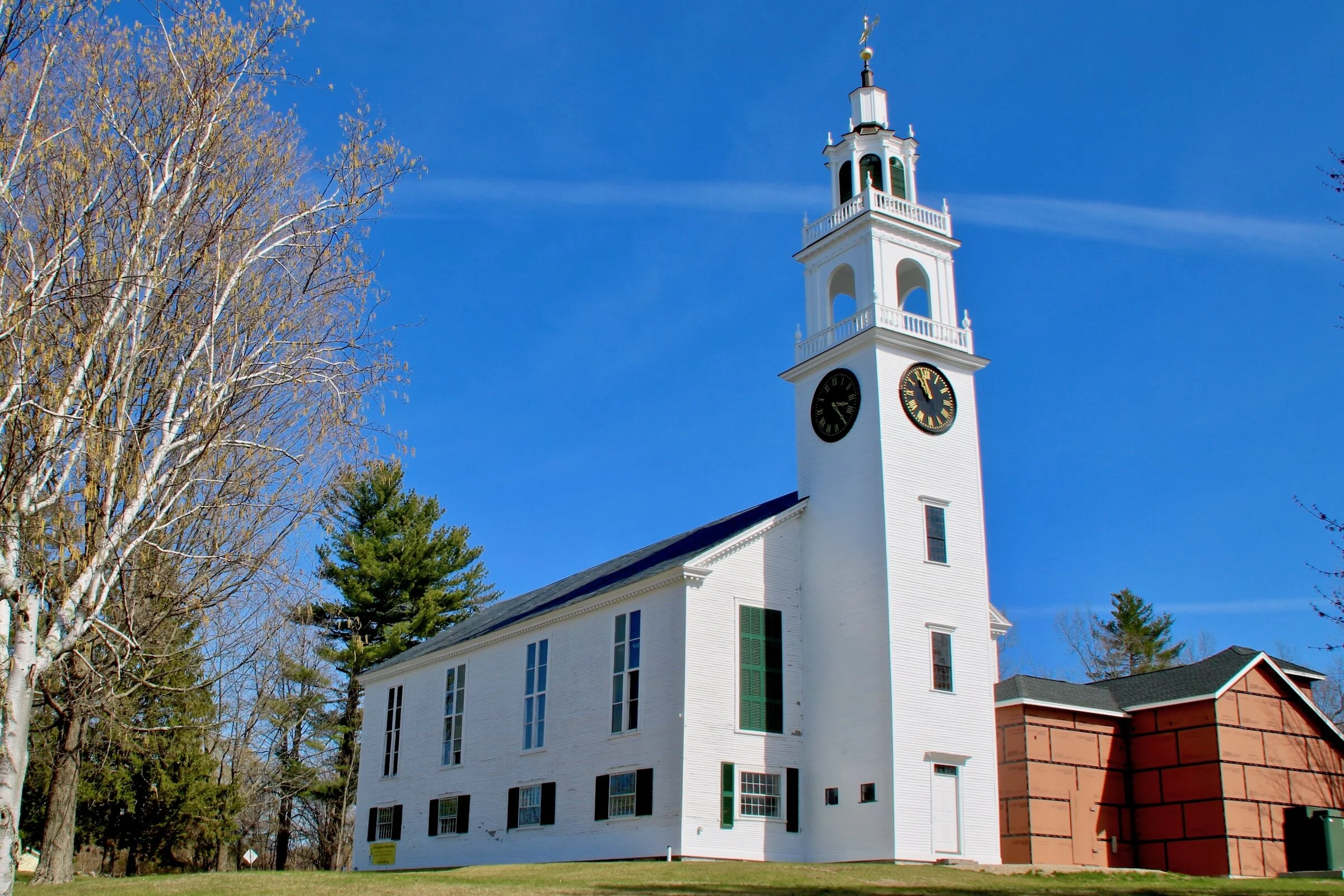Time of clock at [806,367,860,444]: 3:24
